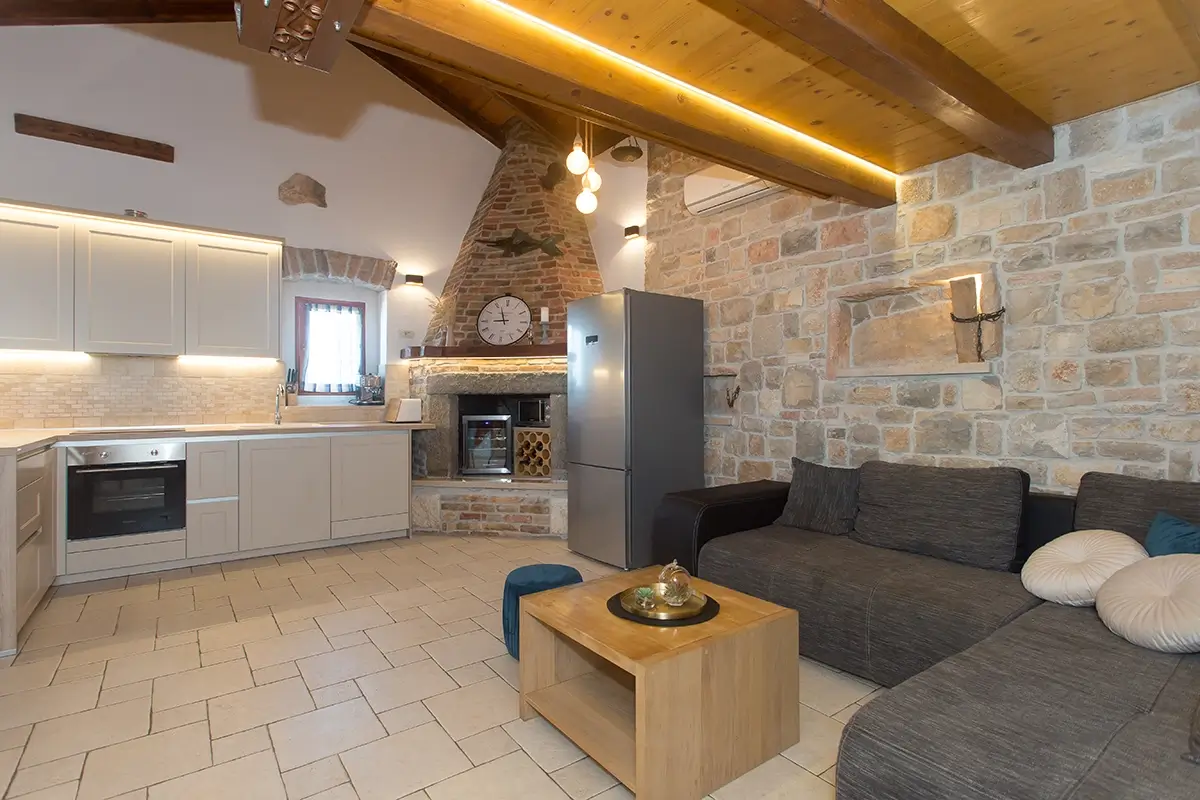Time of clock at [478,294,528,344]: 8:56
